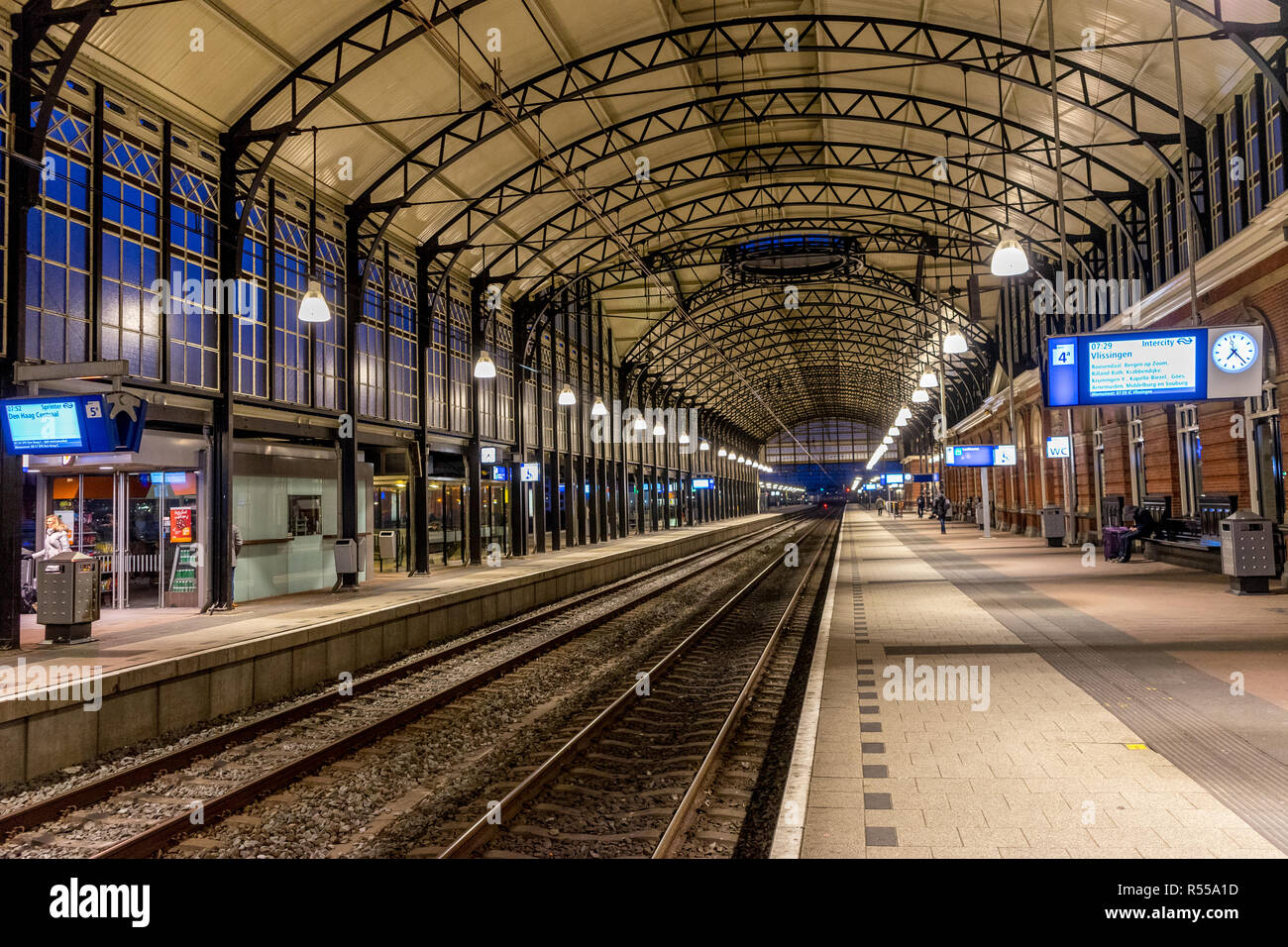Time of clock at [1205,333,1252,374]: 7:22
